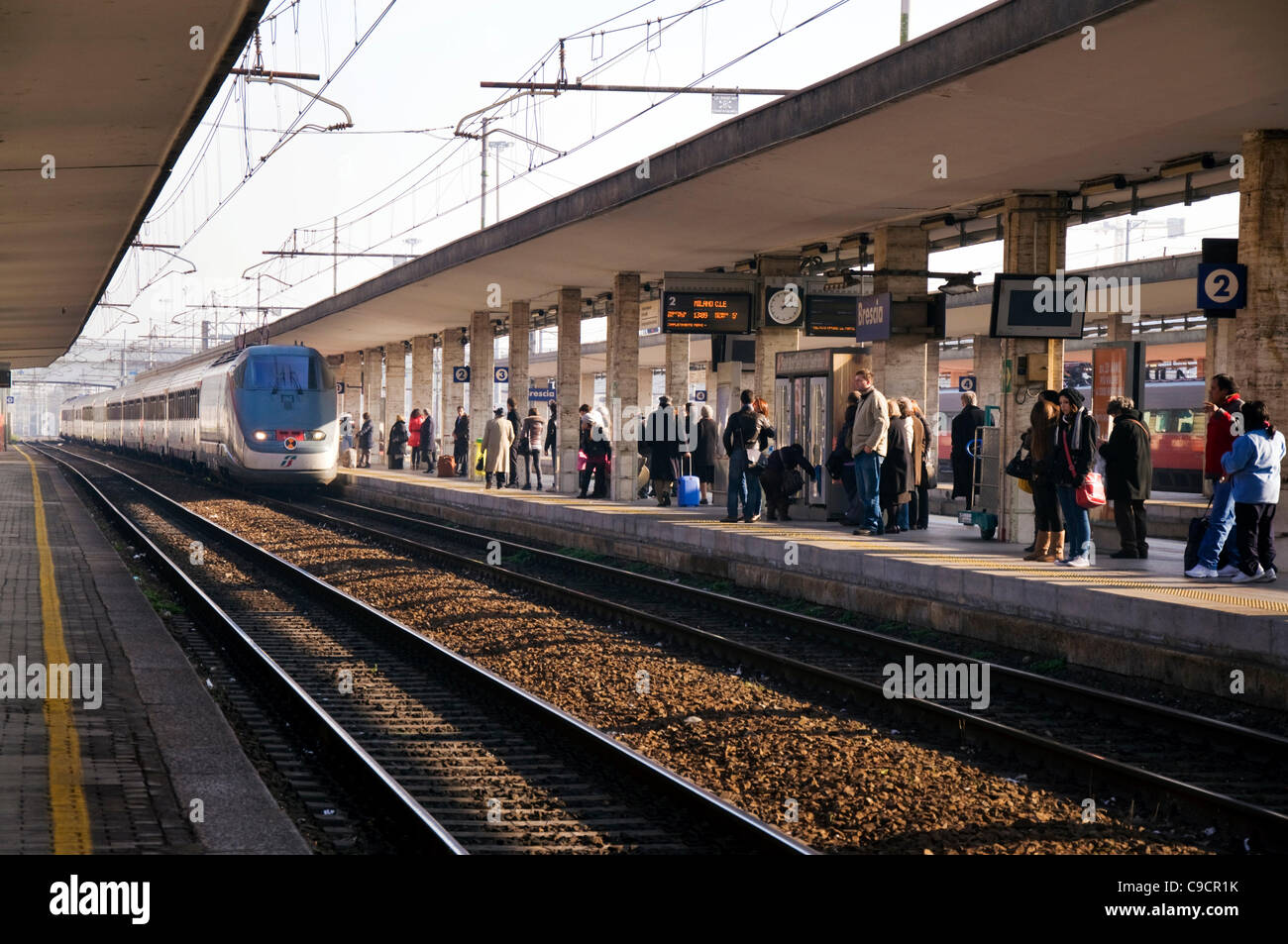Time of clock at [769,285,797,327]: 1:16
